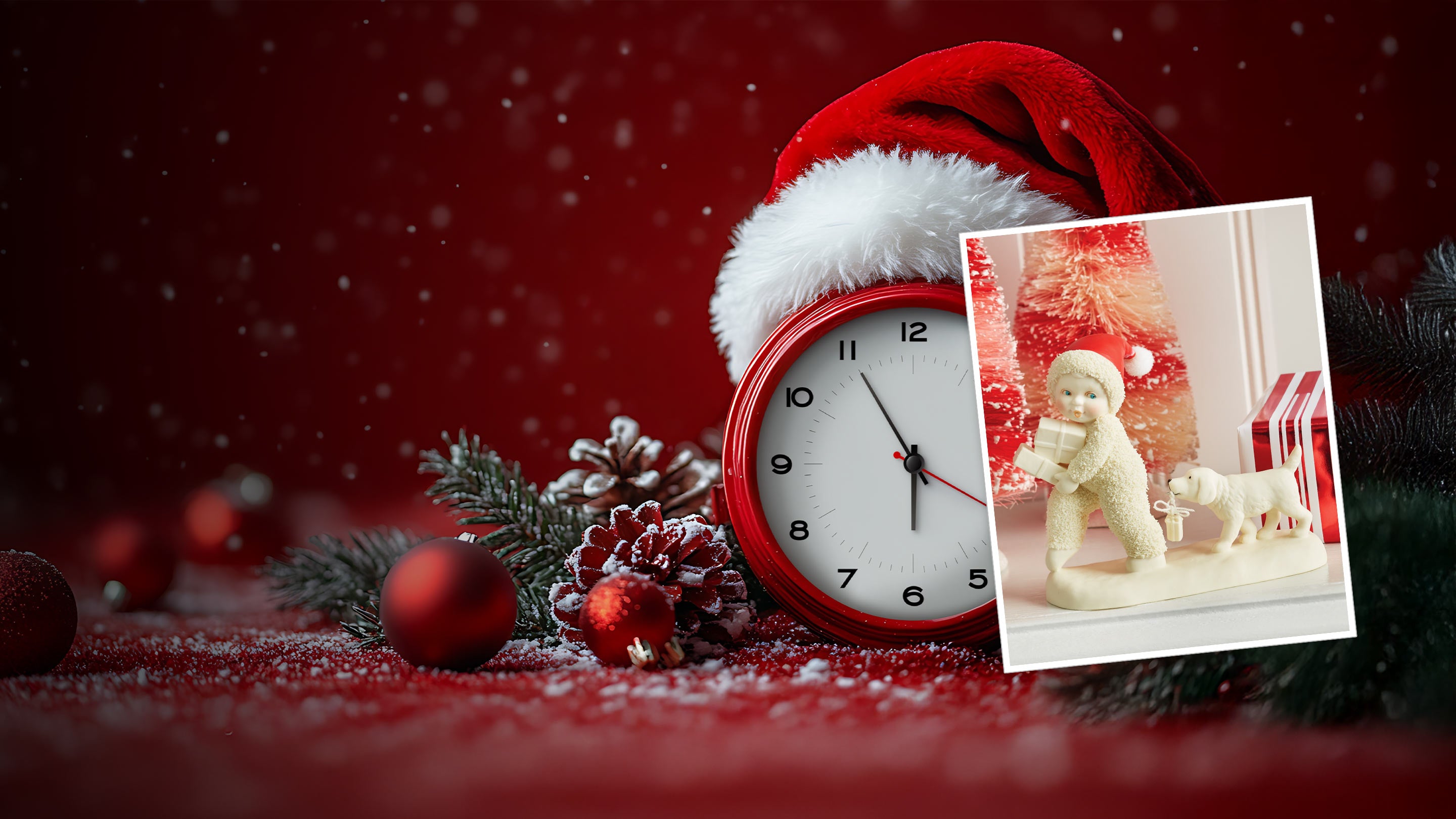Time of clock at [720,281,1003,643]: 5:54
